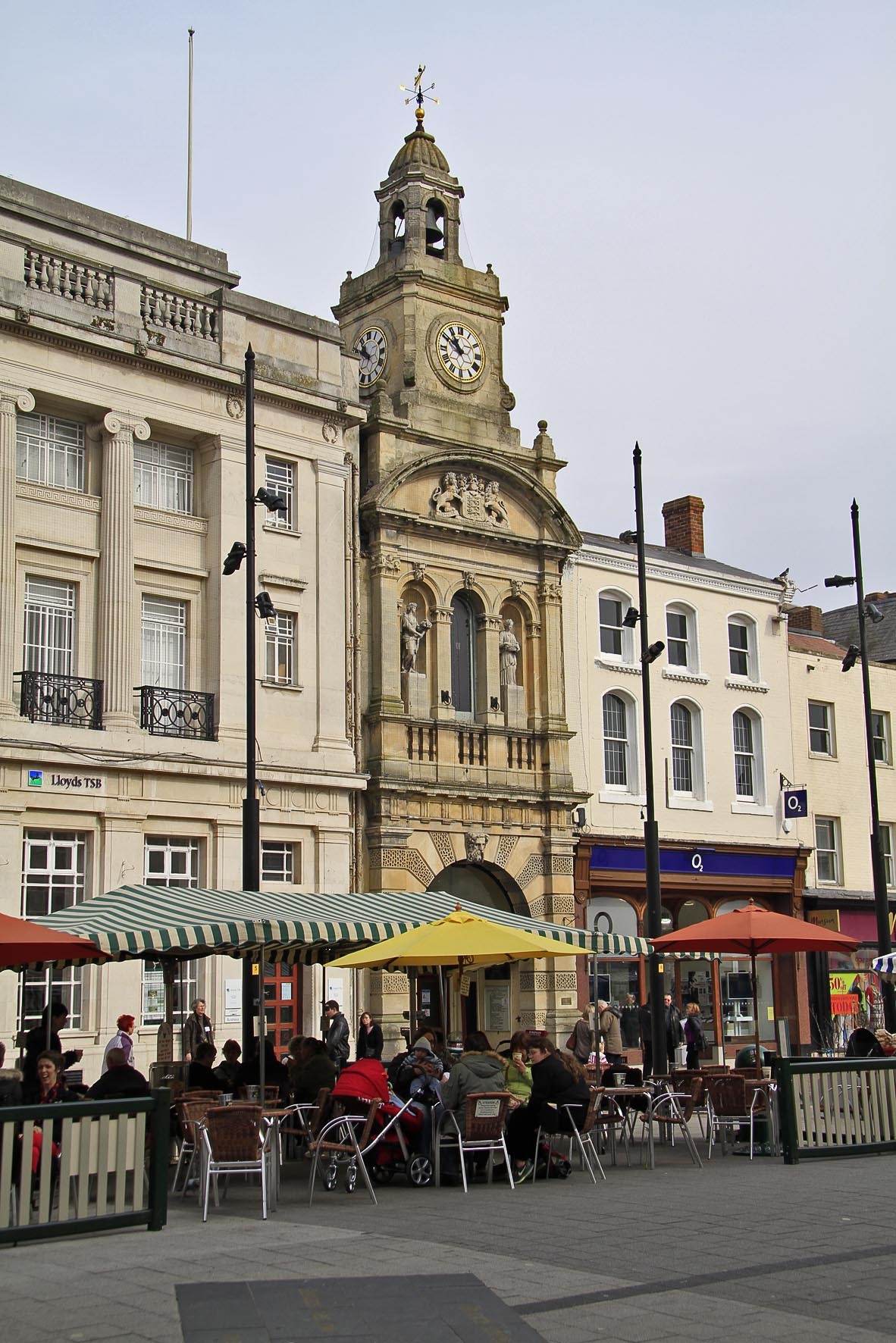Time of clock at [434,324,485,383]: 10:50
